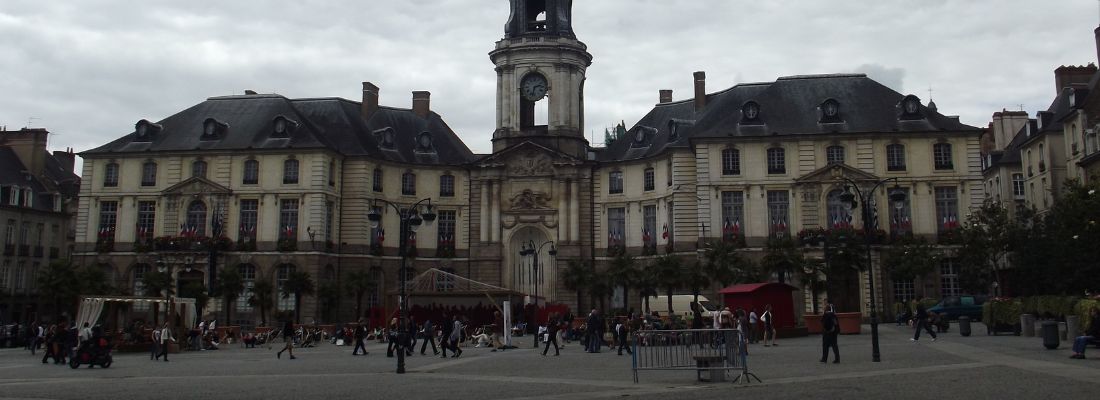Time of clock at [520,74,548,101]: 2:32
